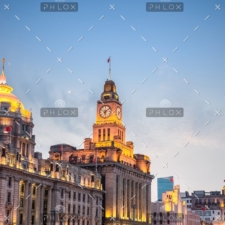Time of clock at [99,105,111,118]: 6:08
